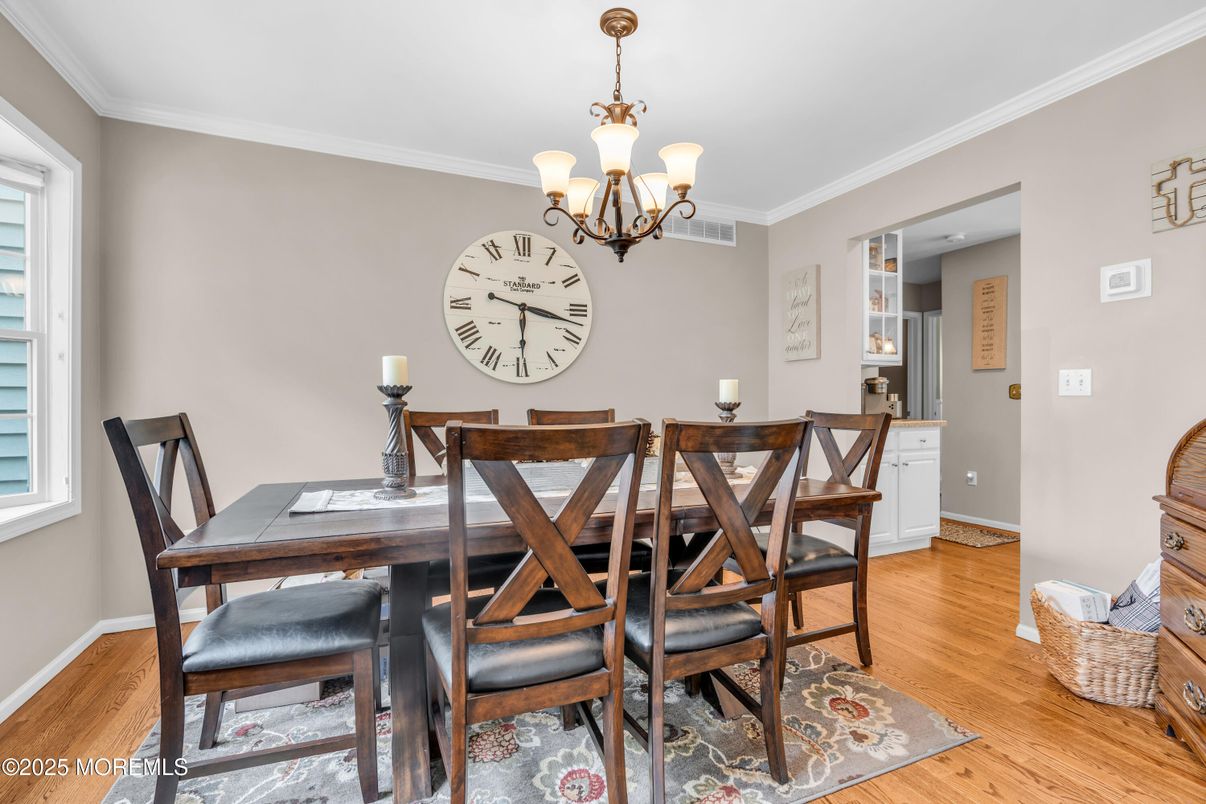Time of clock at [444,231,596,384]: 3:29
